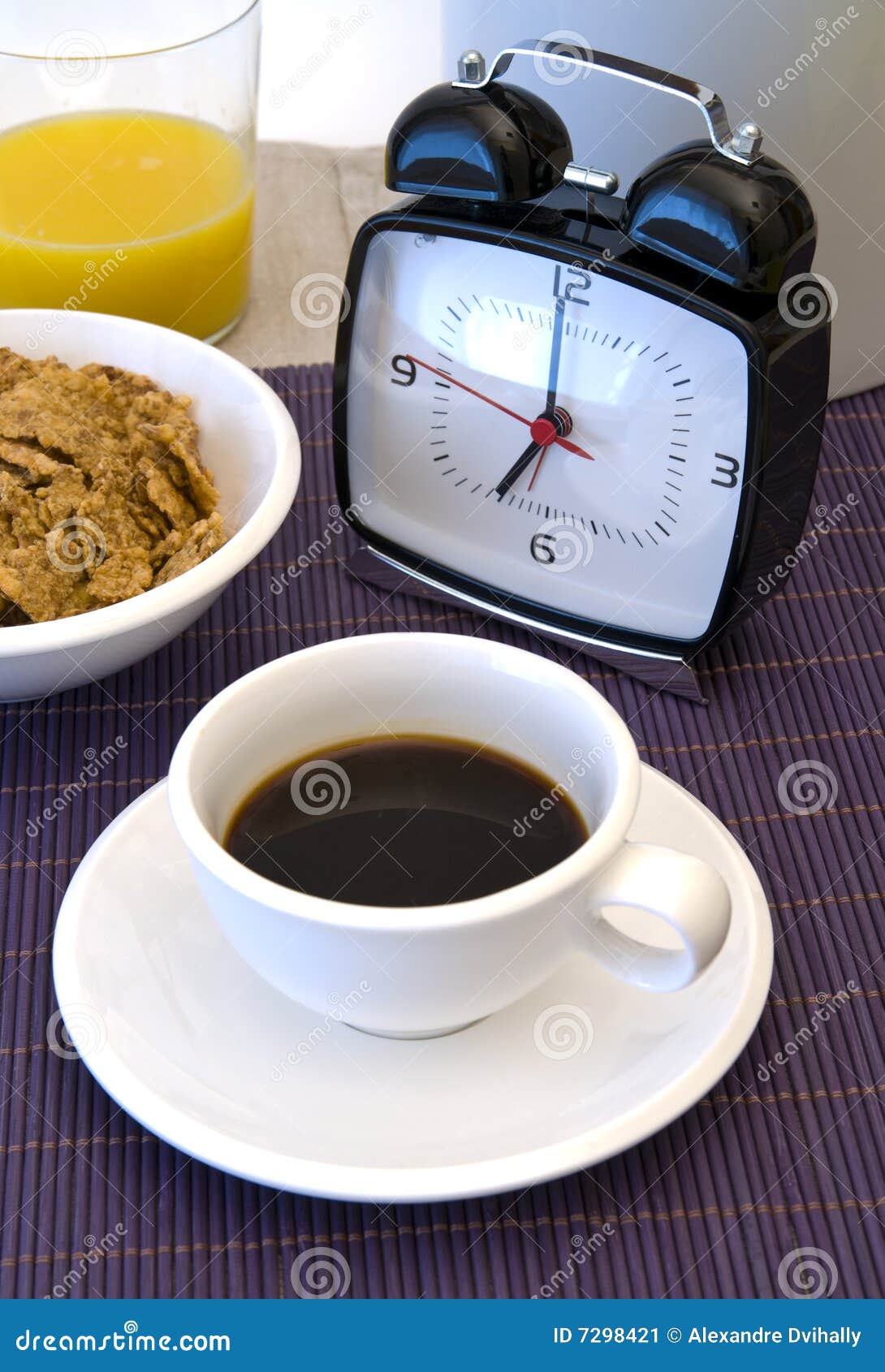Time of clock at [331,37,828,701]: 6:58
